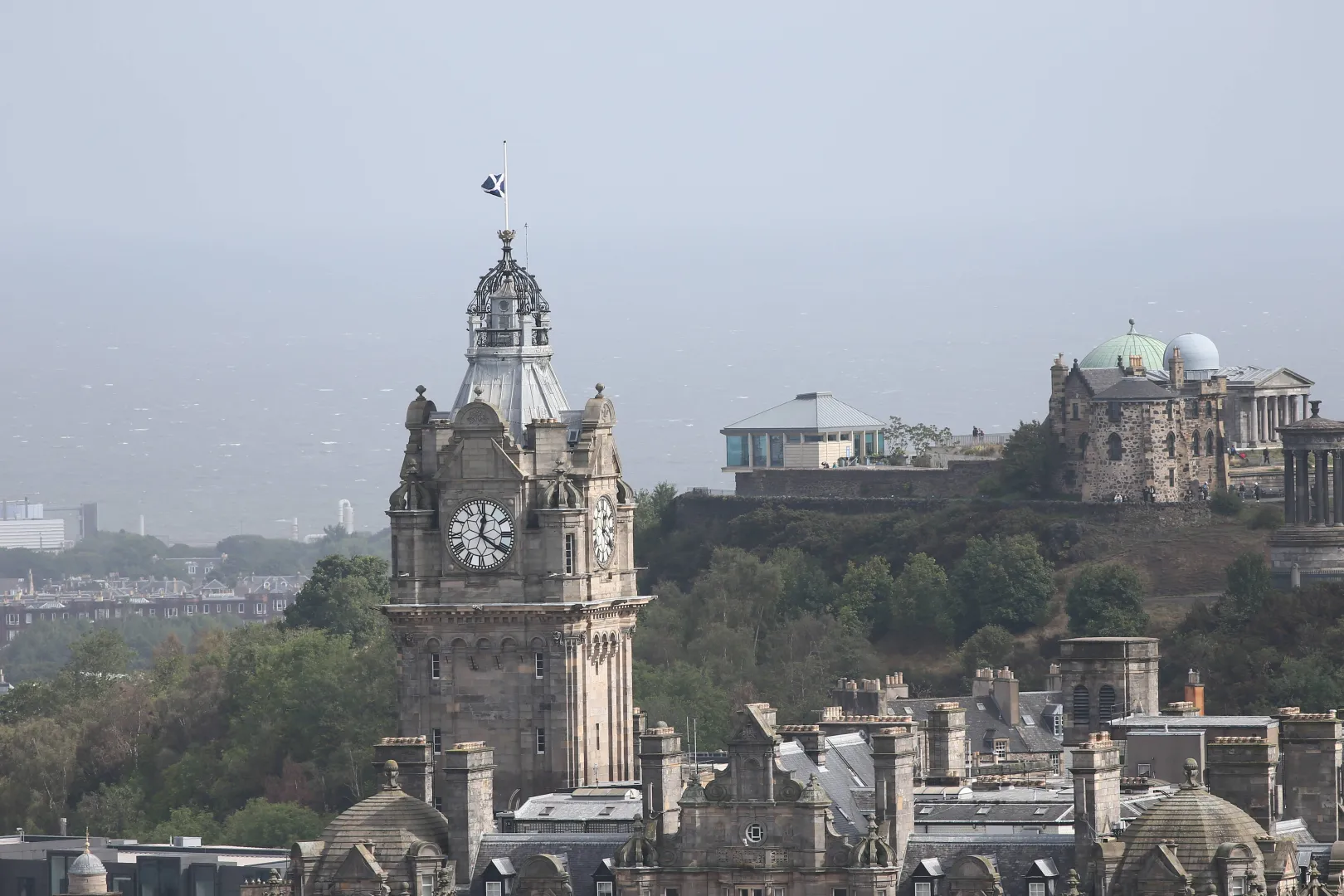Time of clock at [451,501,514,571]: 12:21
